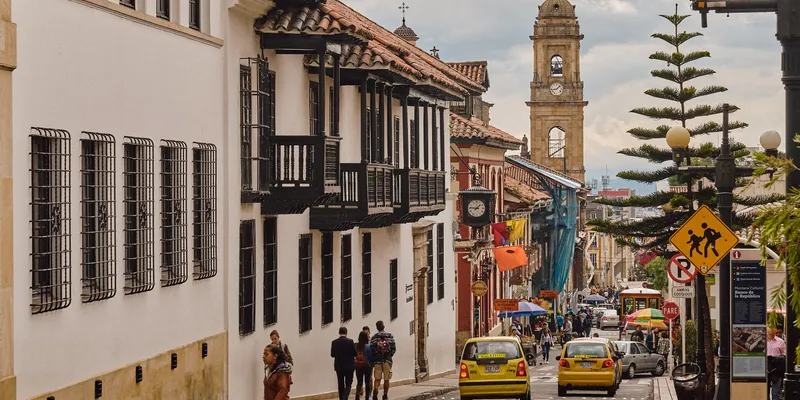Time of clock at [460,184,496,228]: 1:46
